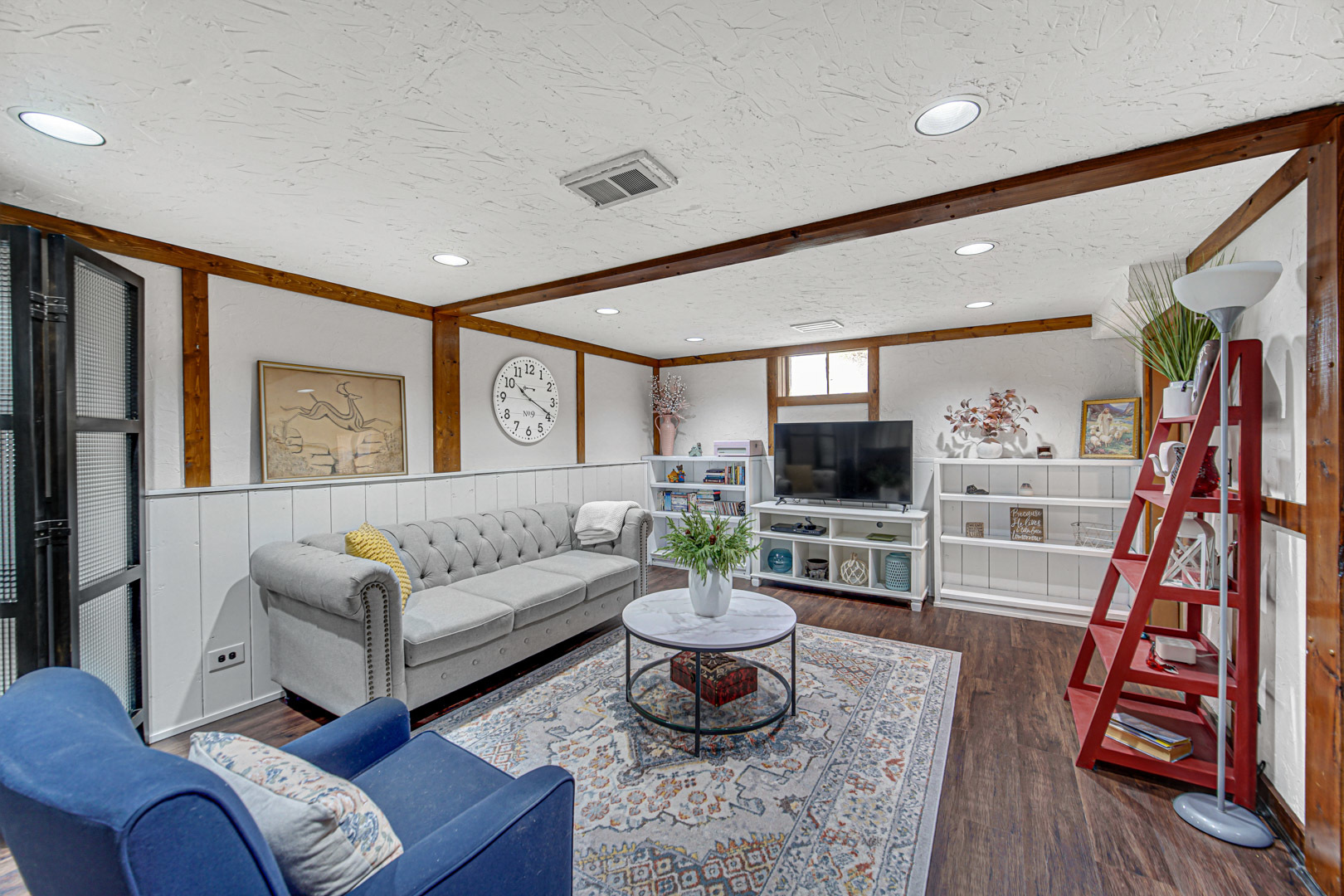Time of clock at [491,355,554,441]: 10:19
